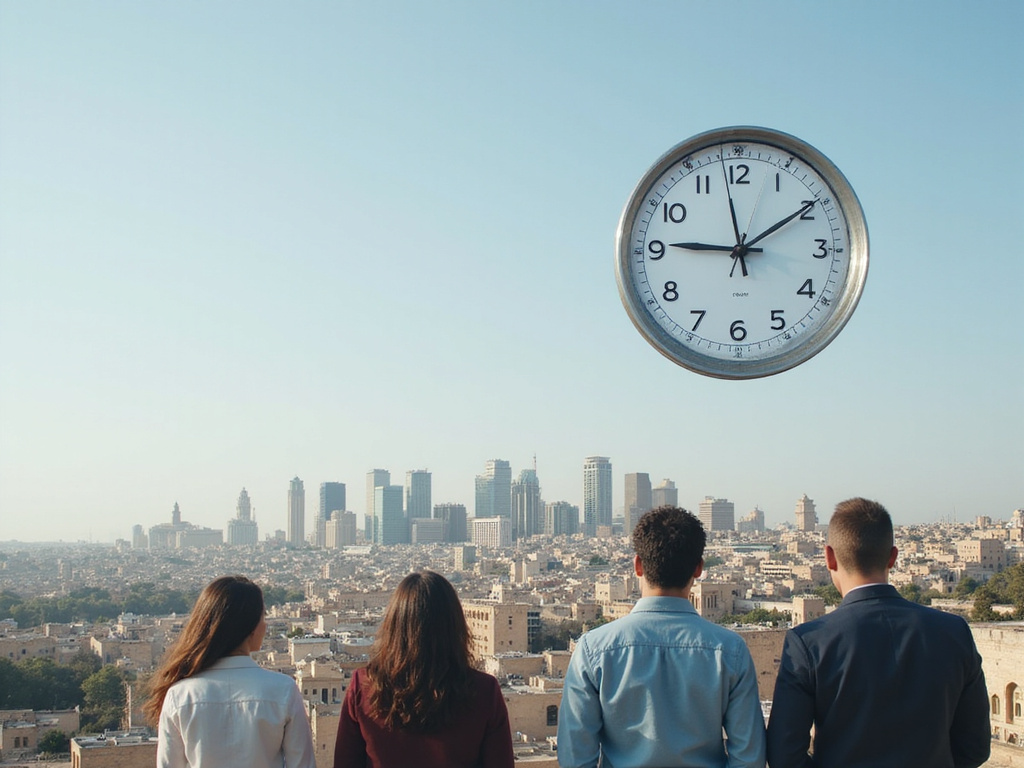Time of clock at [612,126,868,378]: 9:09
